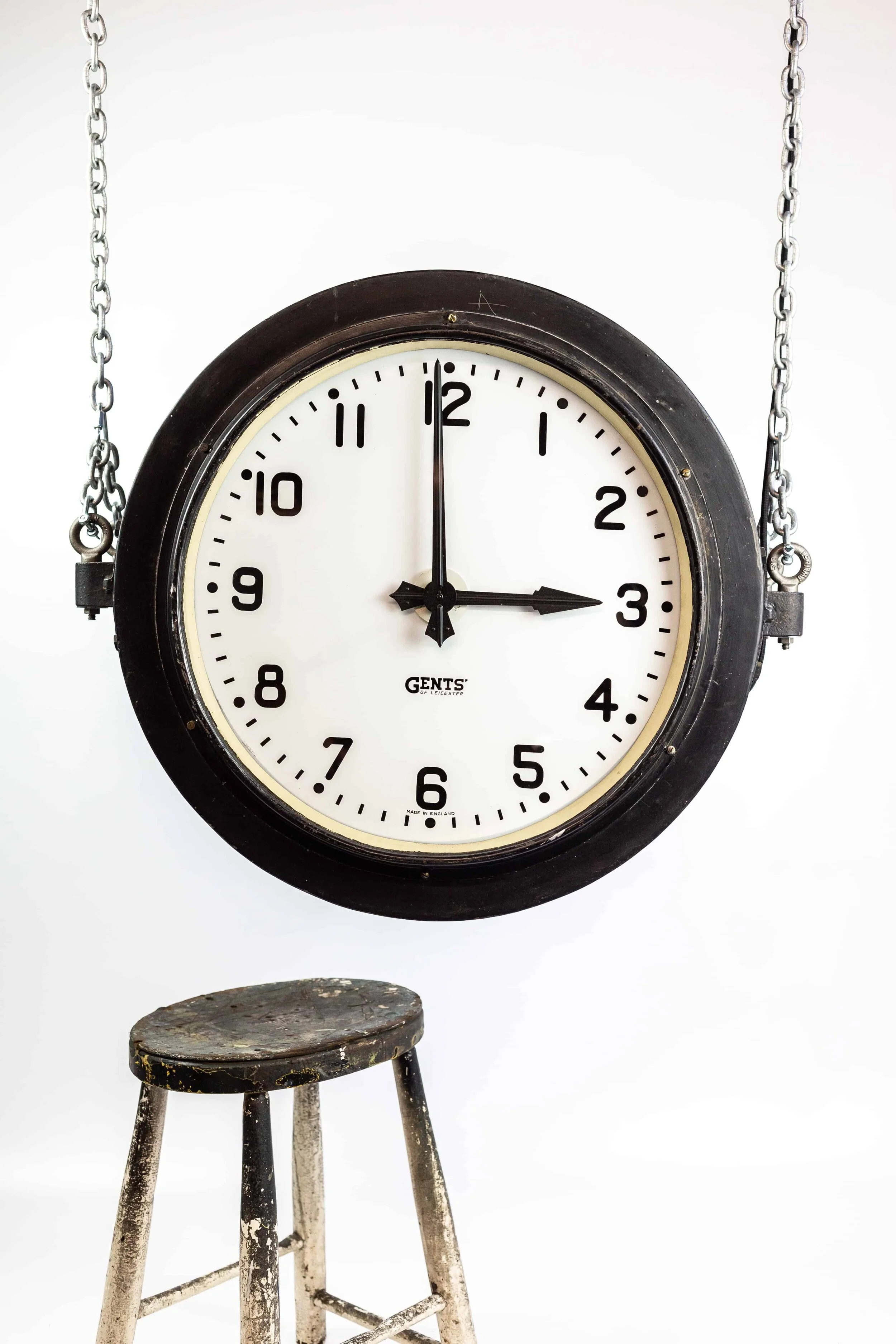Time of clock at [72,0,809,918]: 2:59
